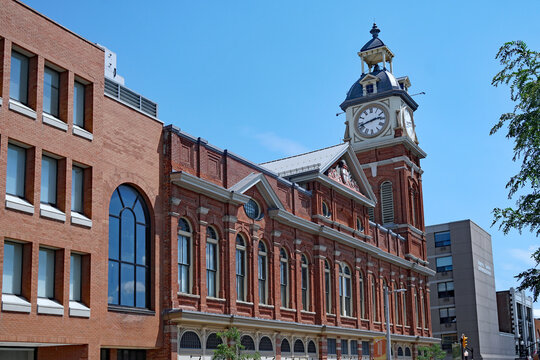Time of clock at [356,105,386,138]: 2:42
